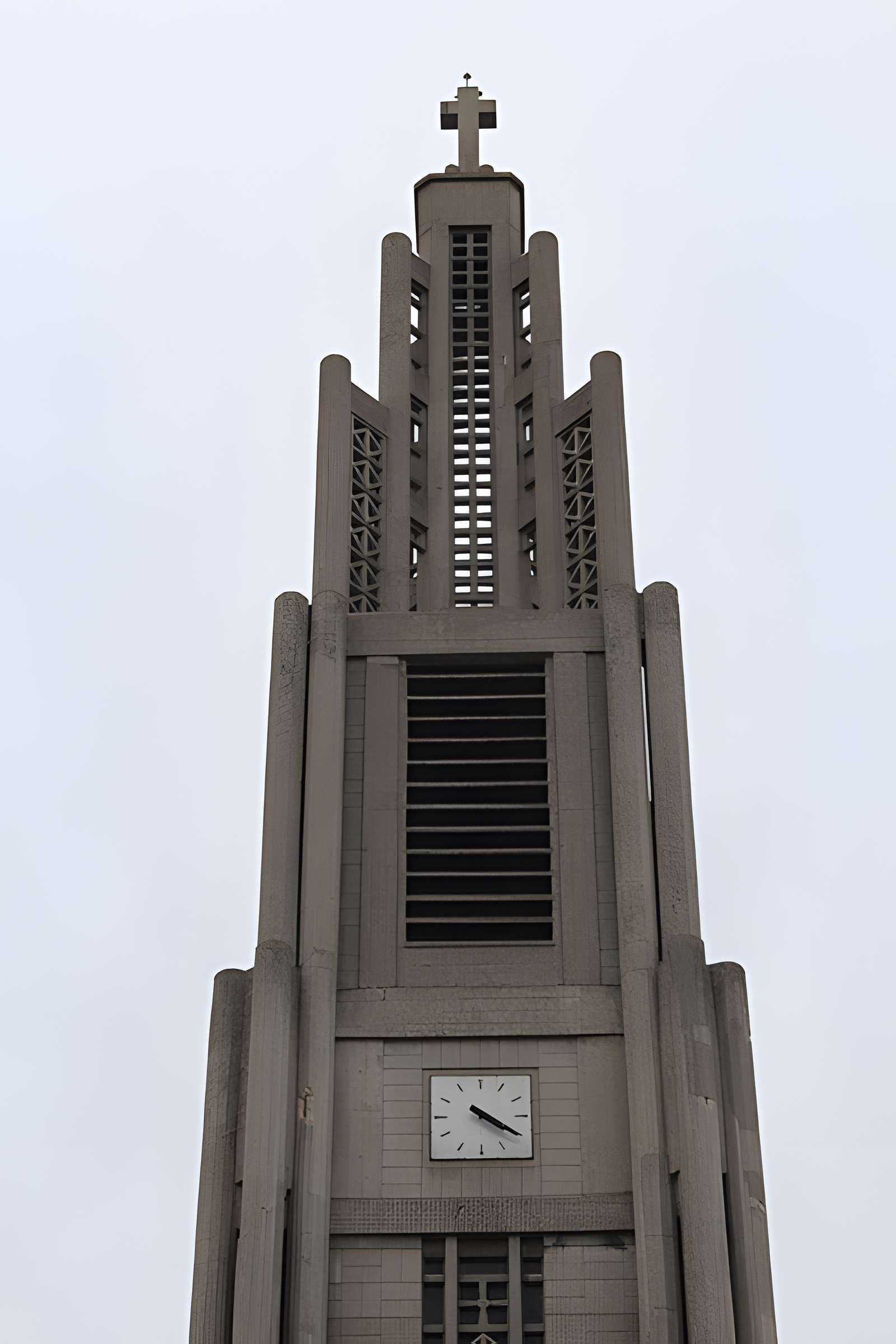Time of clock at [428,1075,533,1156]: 4:20
